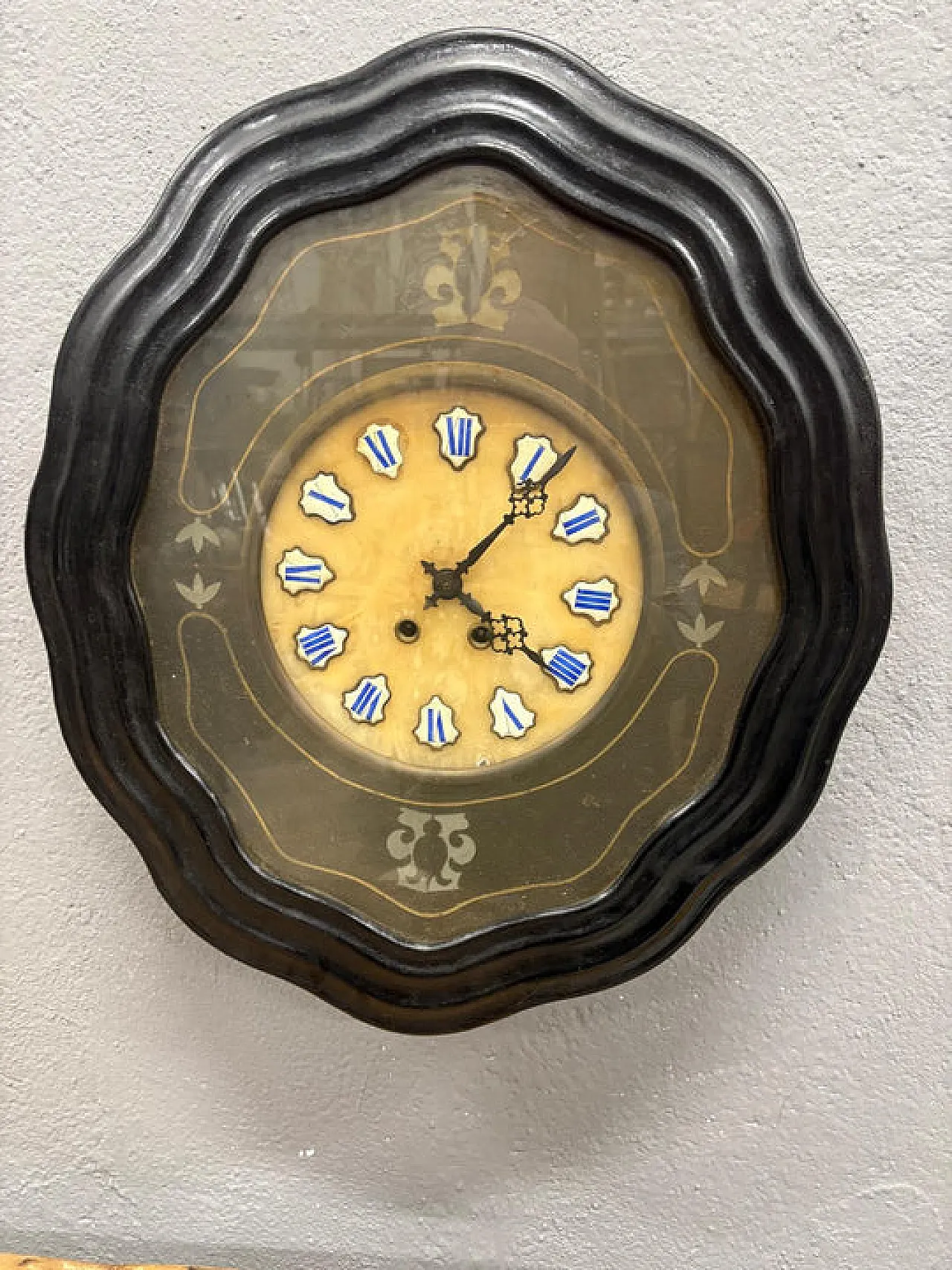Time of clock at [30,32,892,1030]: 4:06
